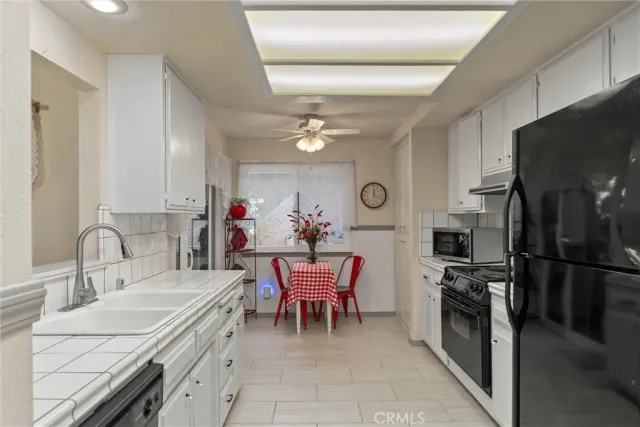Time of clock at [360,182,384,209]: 12:18
